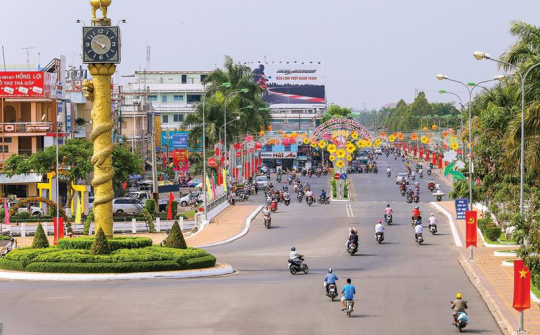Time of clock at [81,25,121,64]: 4:49
